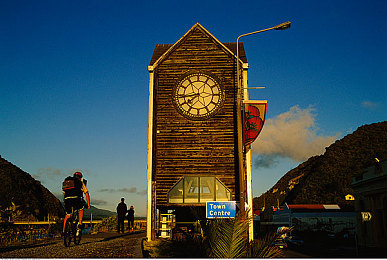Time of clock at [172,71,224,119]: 7:43
